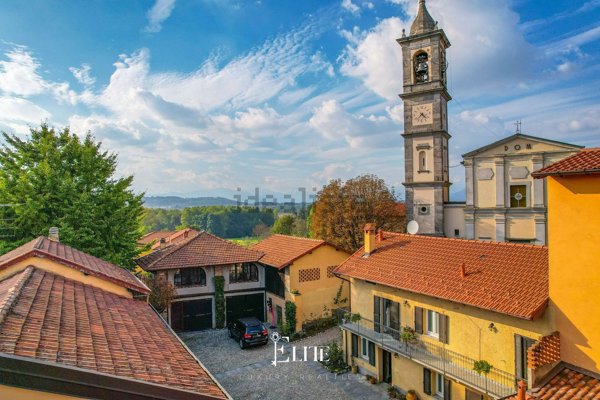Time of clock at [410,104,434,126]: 4:37
